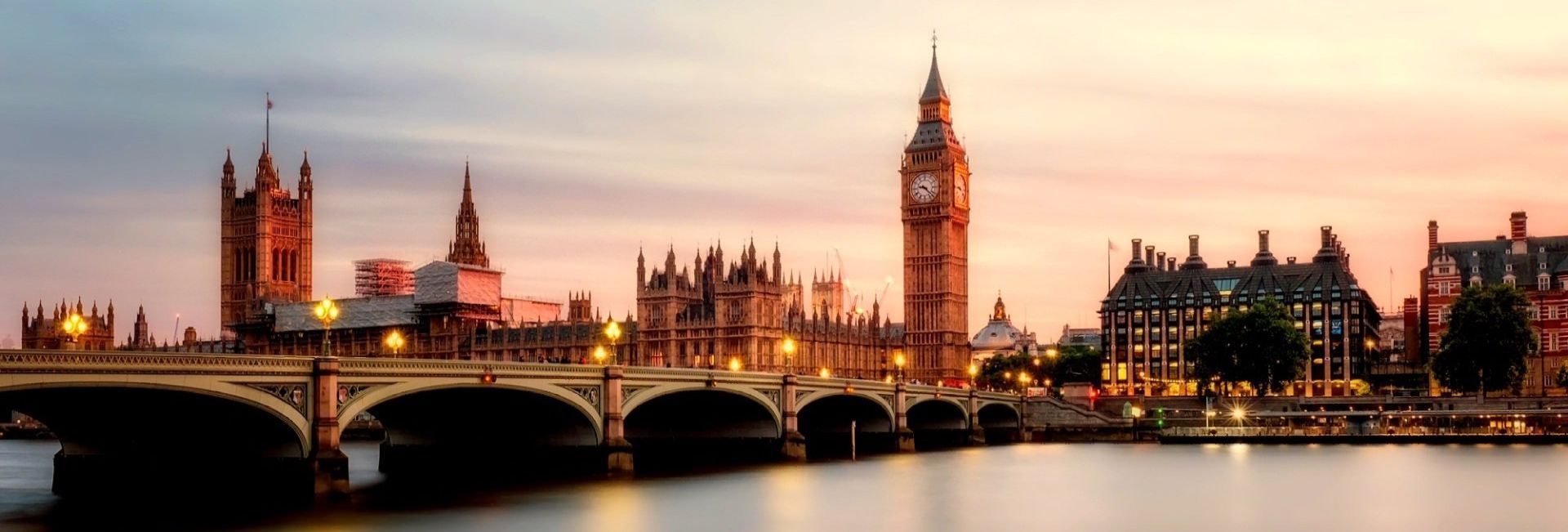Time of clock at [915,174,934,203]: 9:22
